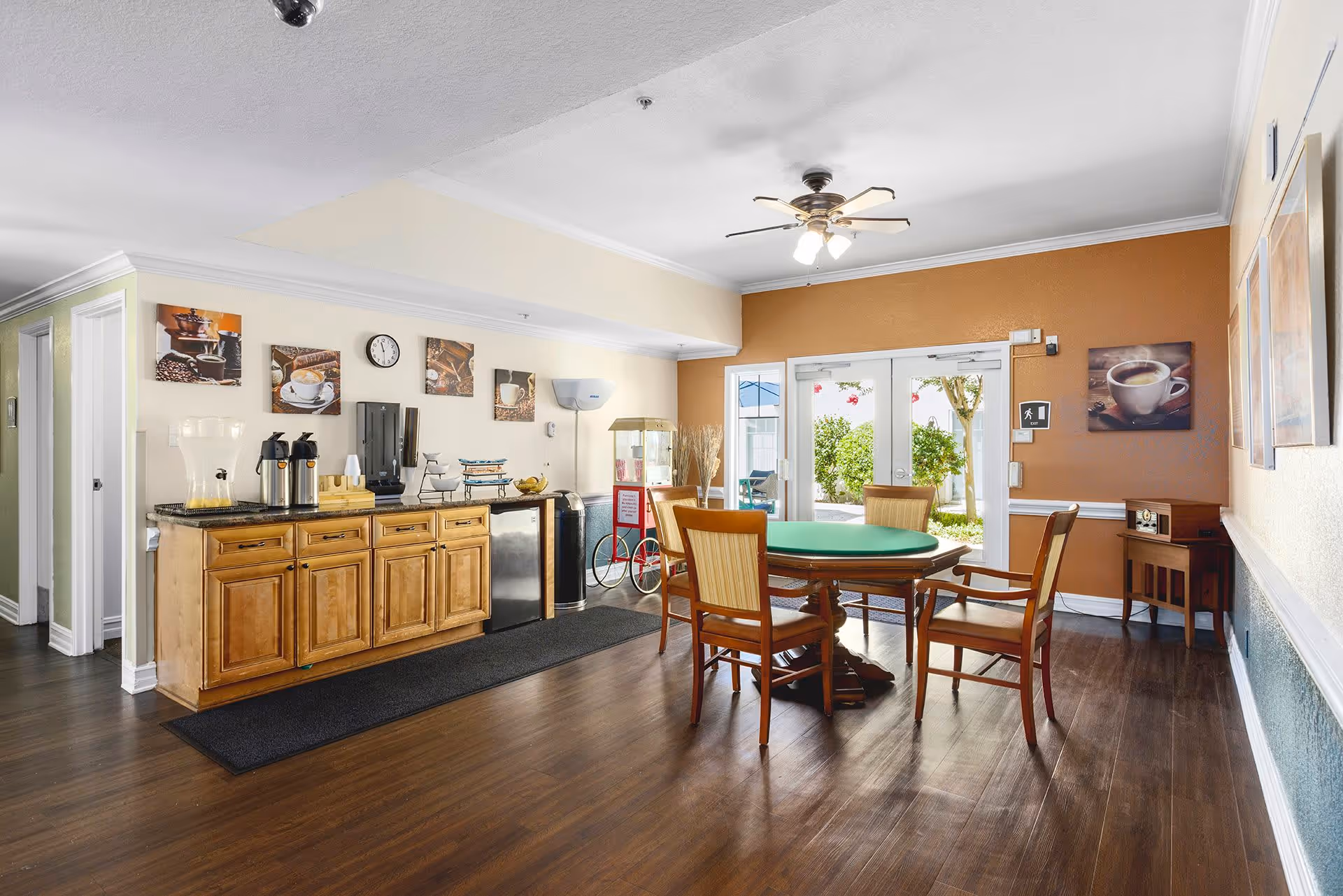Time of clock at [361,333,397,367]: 11:29
